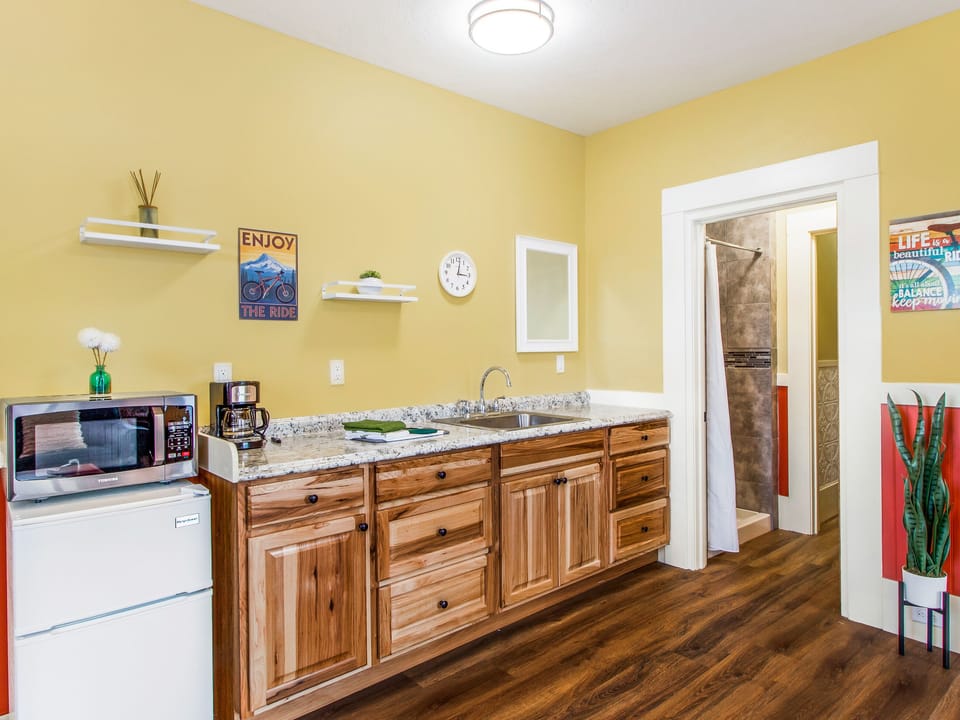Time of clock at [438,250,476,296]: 3:01
